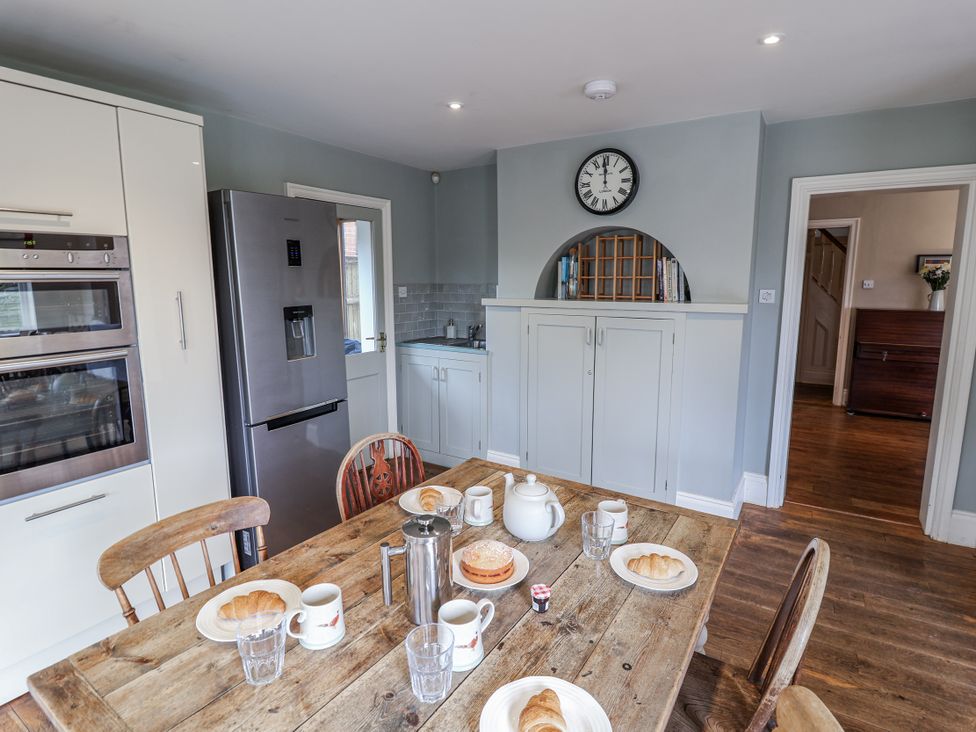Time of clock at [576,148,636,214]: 11:58
